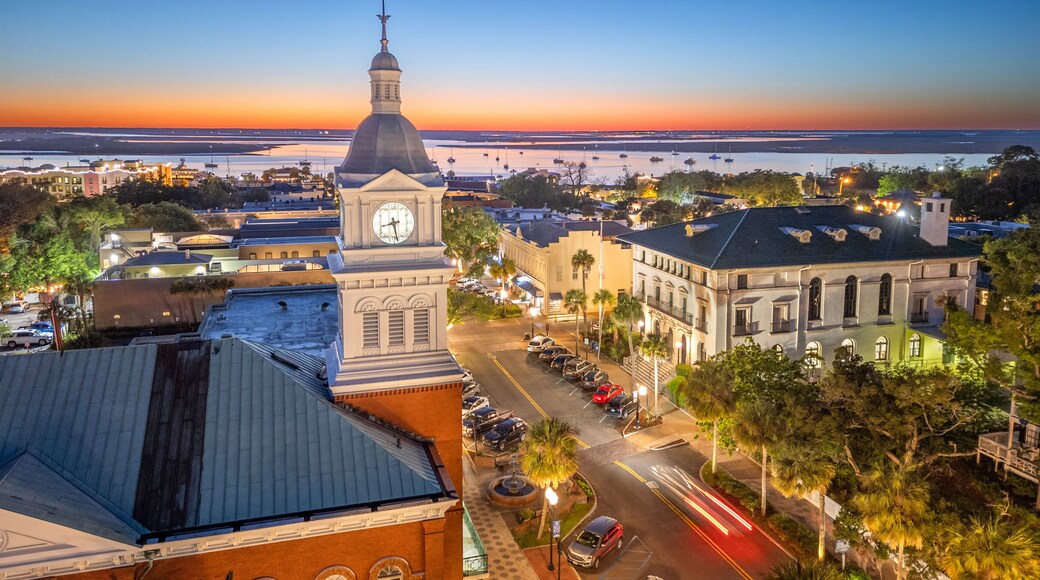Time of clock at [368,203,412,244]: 8:28
